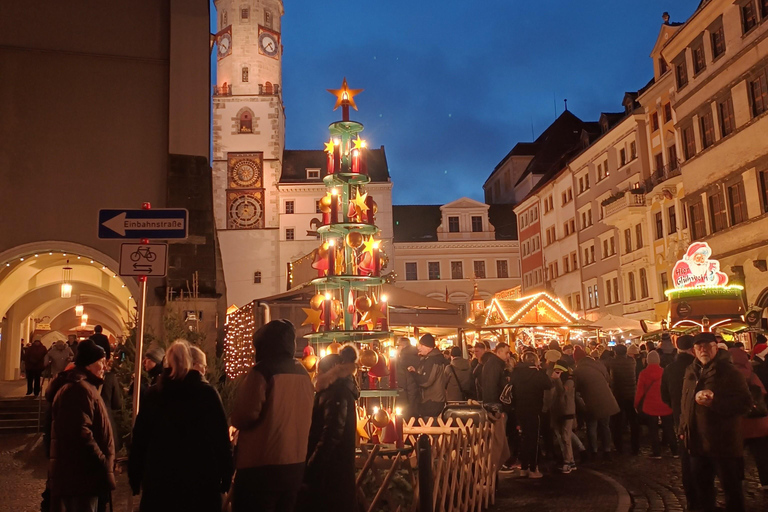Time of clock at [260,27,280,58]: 4:37
